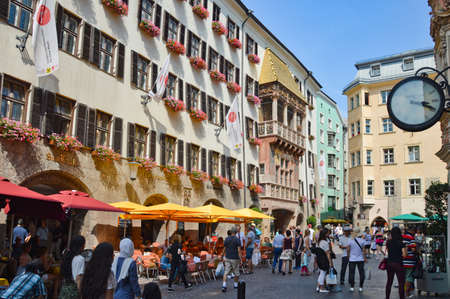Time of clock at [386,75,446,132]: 3:19
